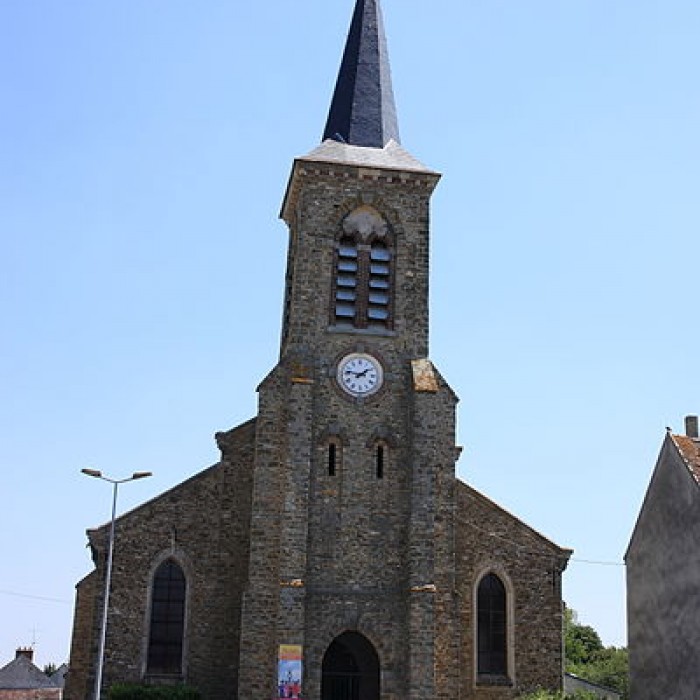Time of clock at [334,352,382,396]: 1:46
